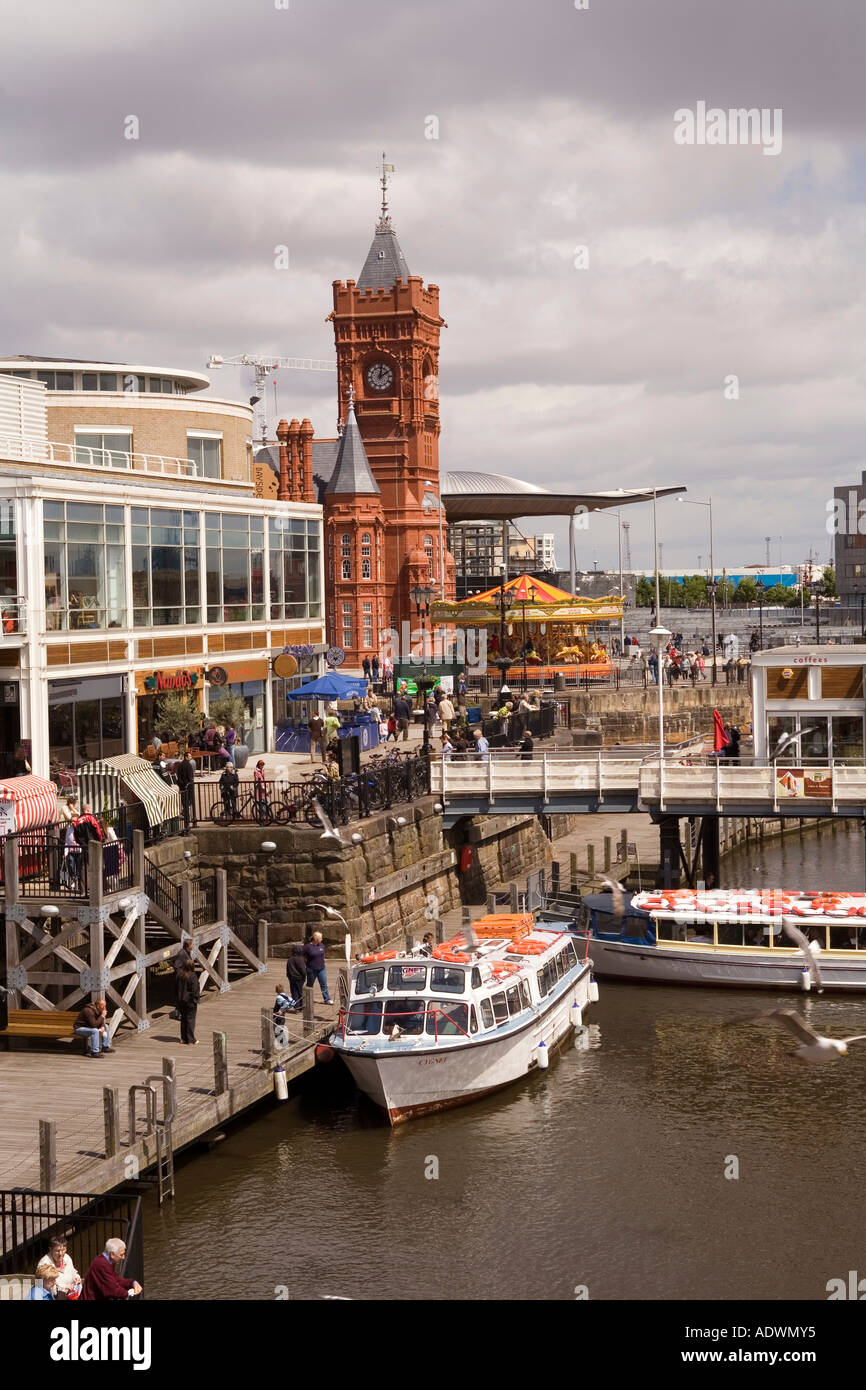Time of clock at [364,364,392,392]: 2:02
